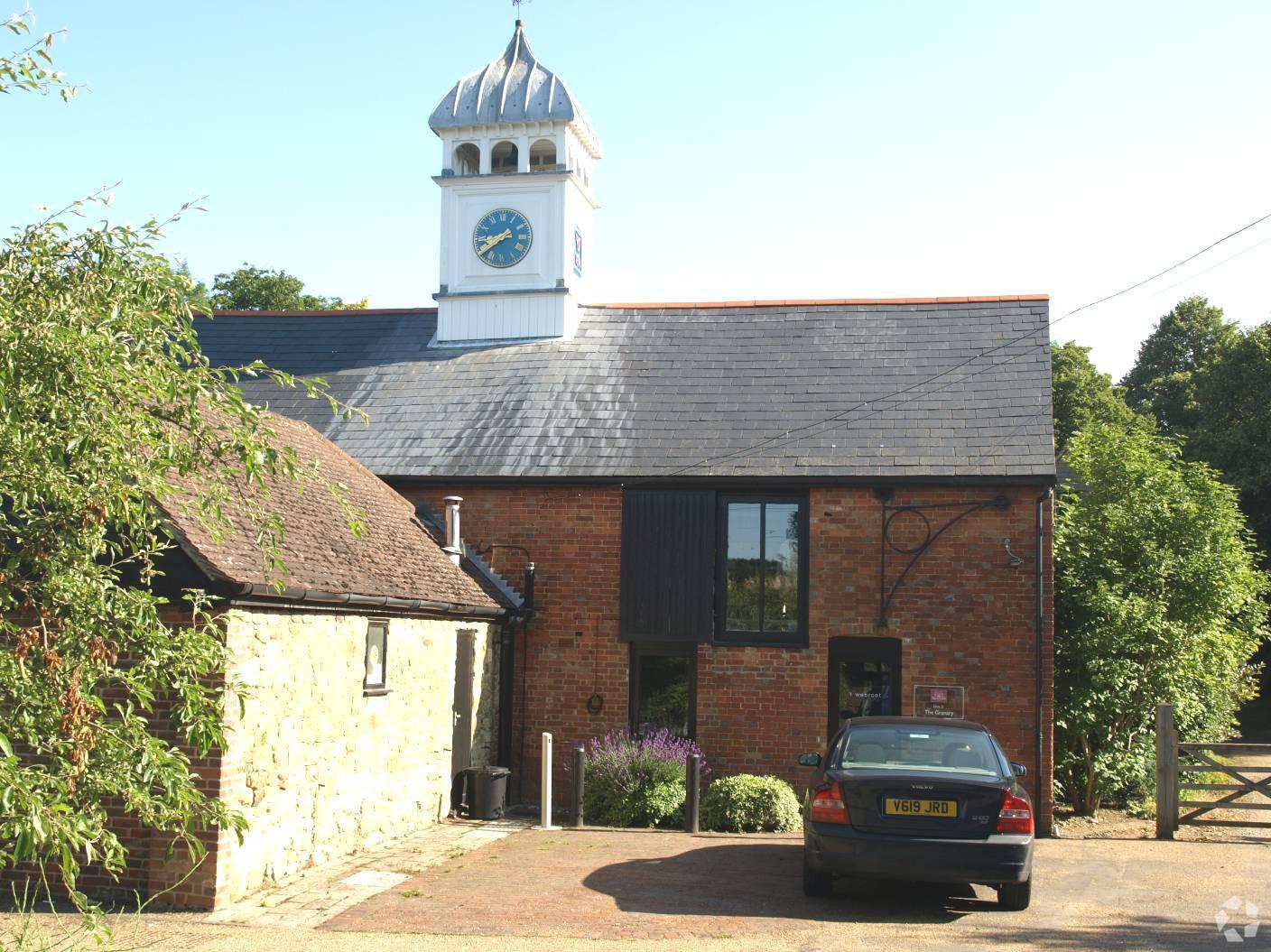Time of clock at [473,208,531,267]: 8:38
